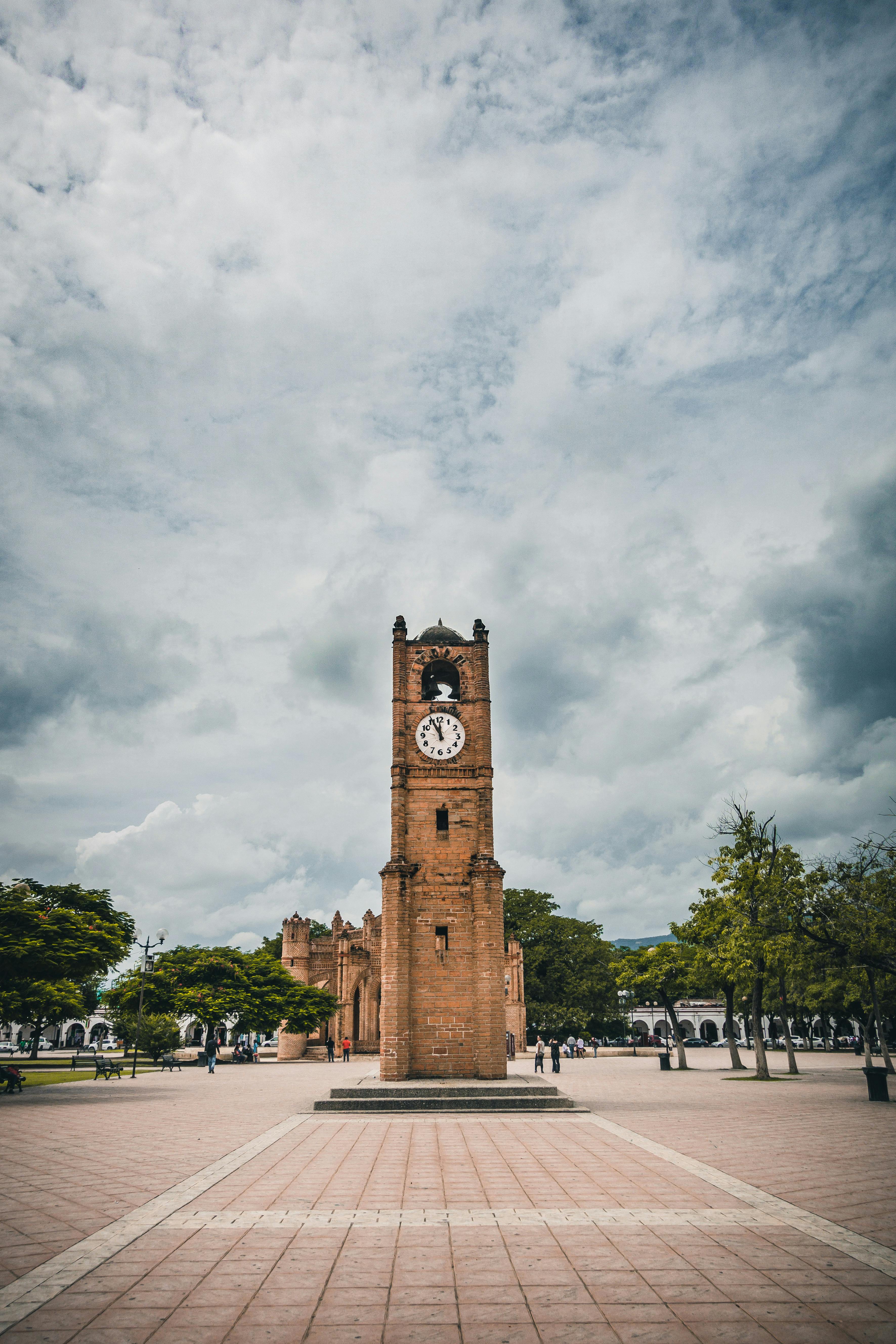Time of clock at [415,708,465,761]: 11:55
